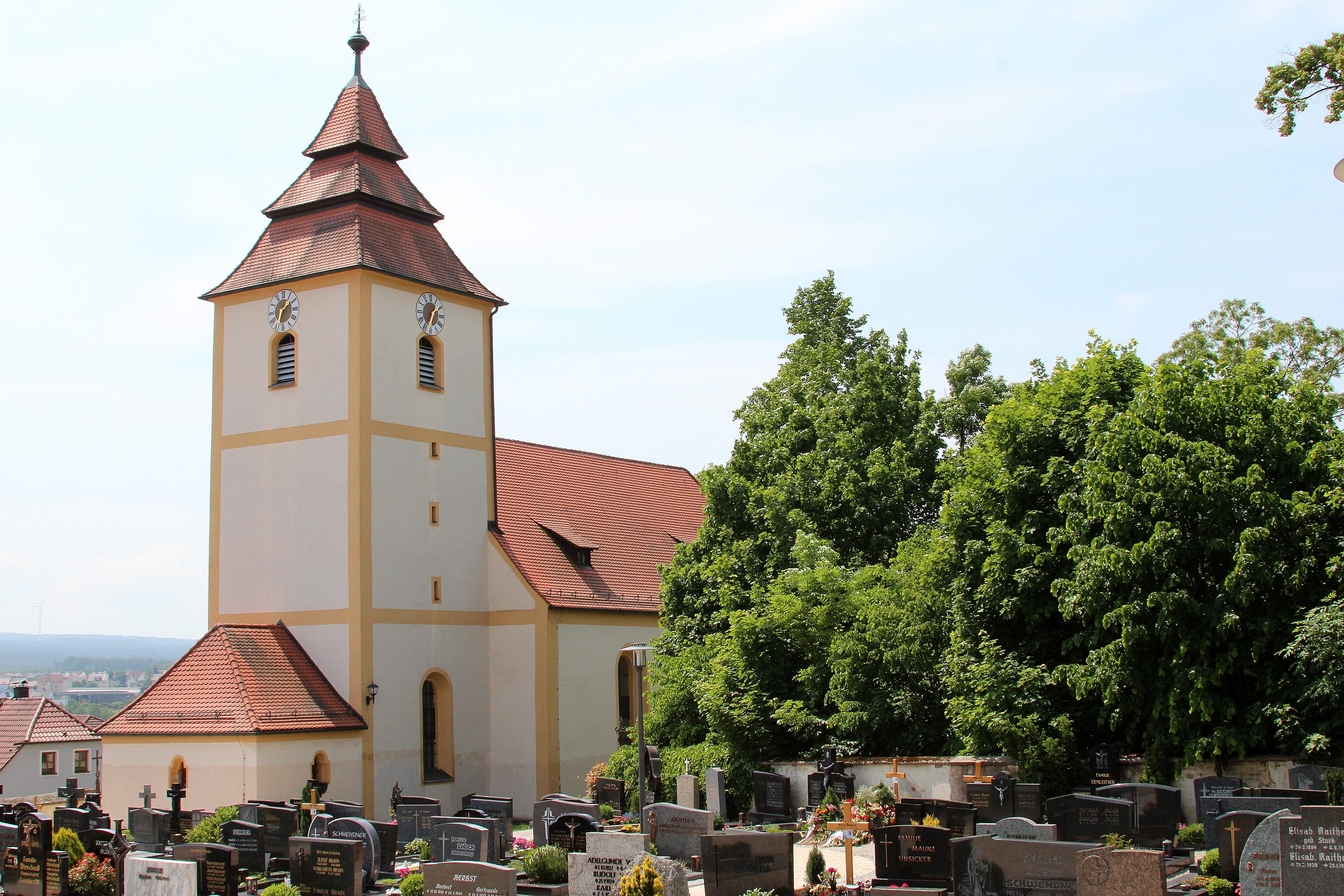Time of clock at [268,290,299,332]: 1:33
